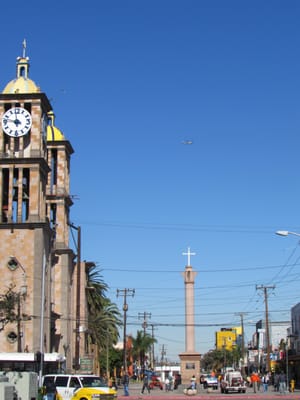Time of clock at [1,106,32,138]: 11:46
